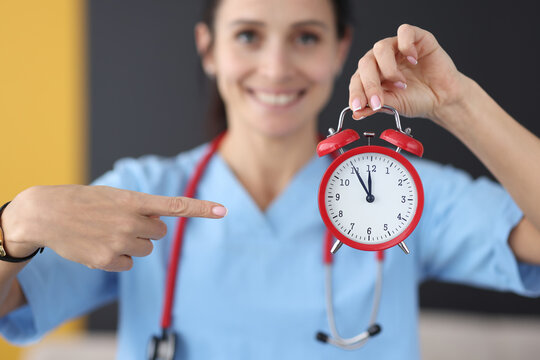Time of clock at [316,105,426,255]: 11:54
